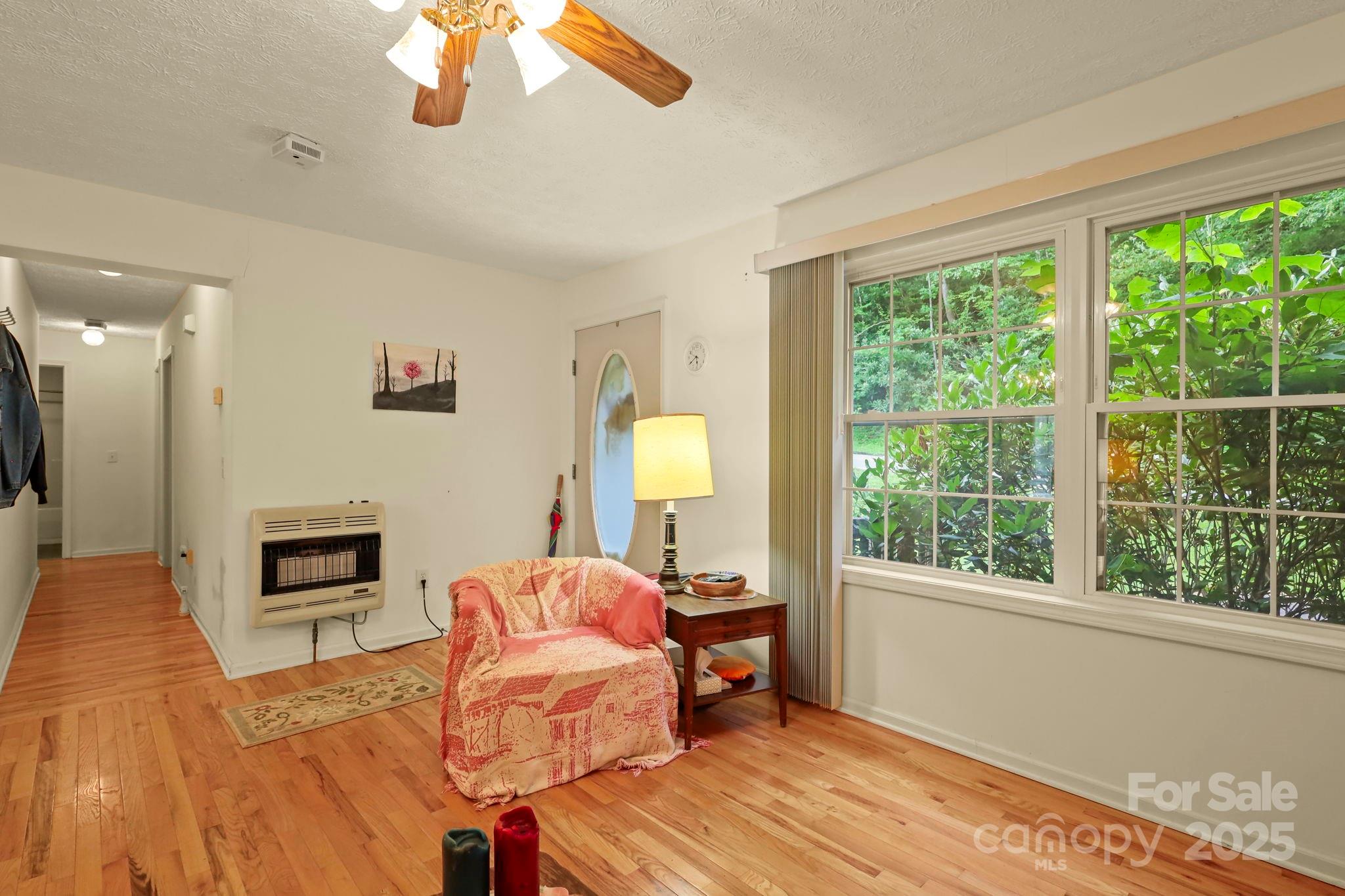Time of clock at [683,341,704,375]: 5:39
